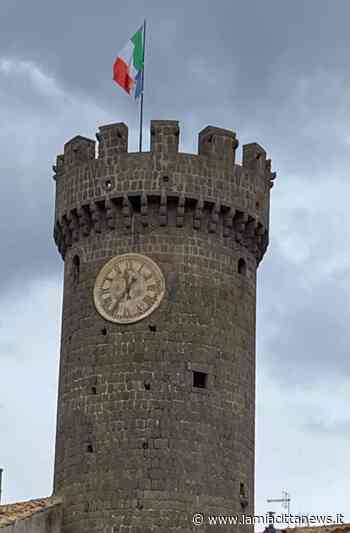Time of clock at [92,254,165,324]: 11:35
